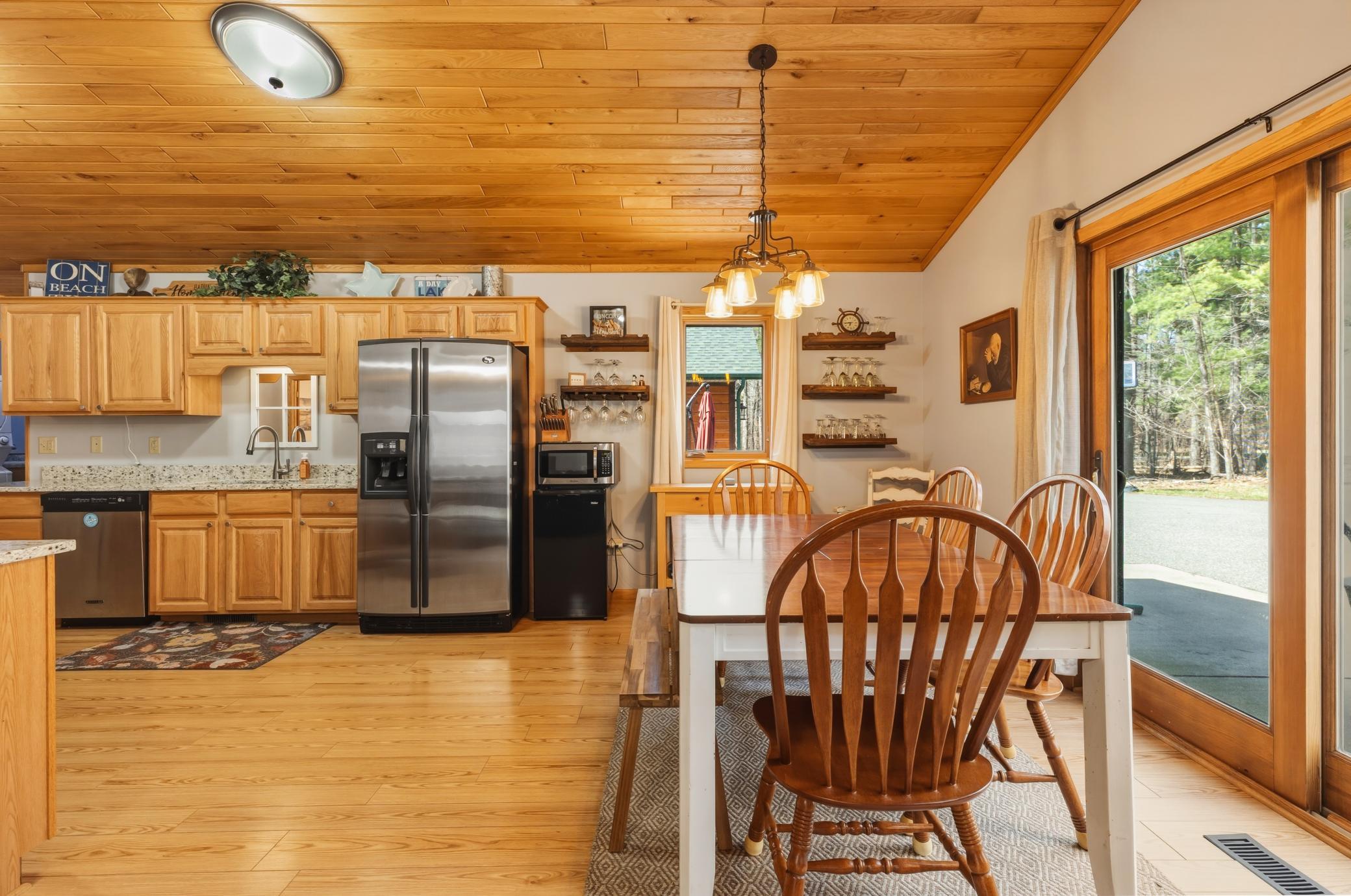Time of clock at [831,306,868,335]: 6:43
